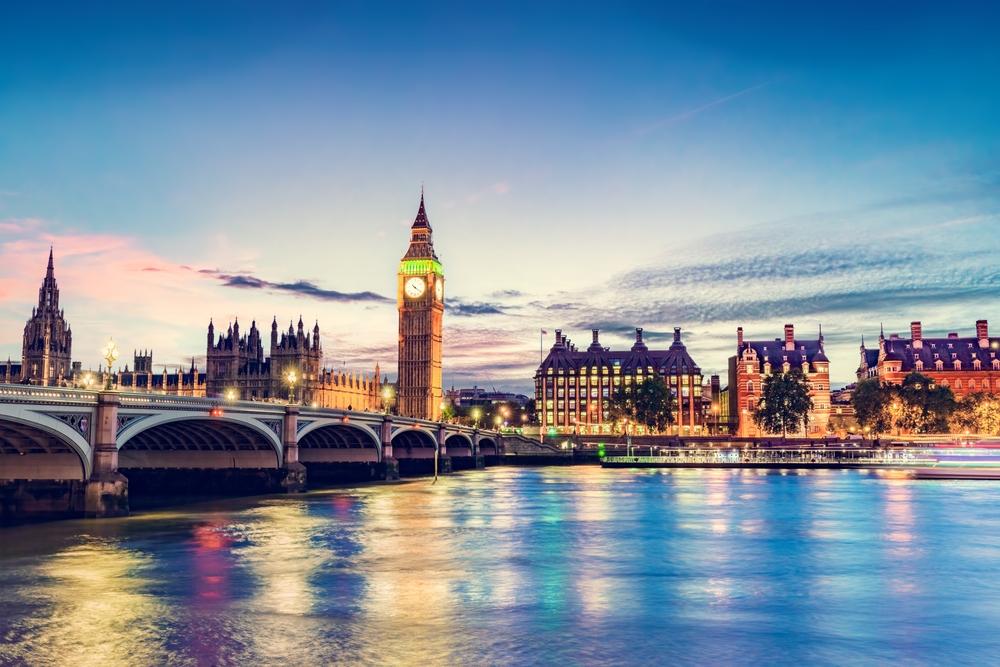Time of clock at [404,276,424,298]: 4:21
